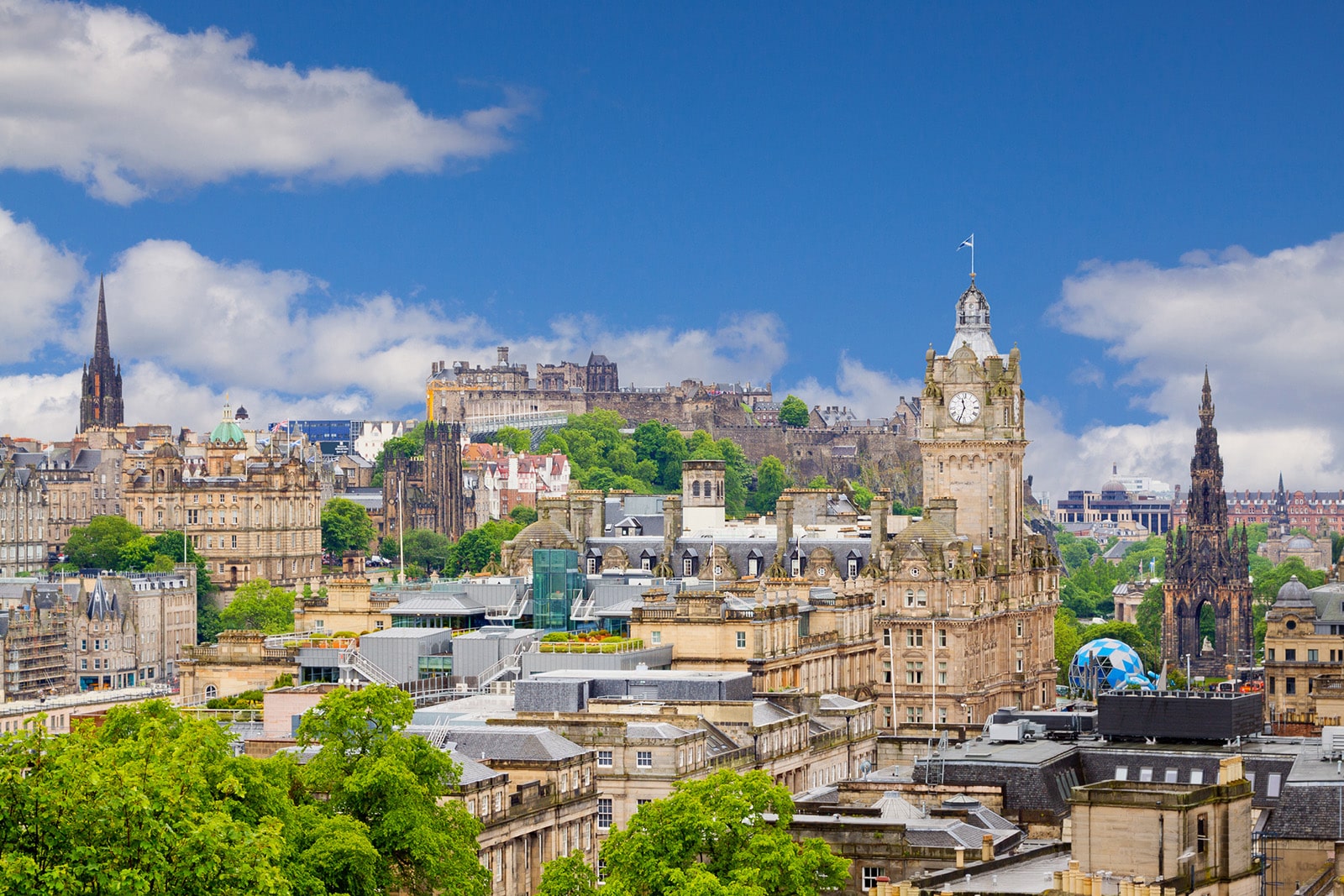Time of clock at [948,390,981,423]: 11:33
